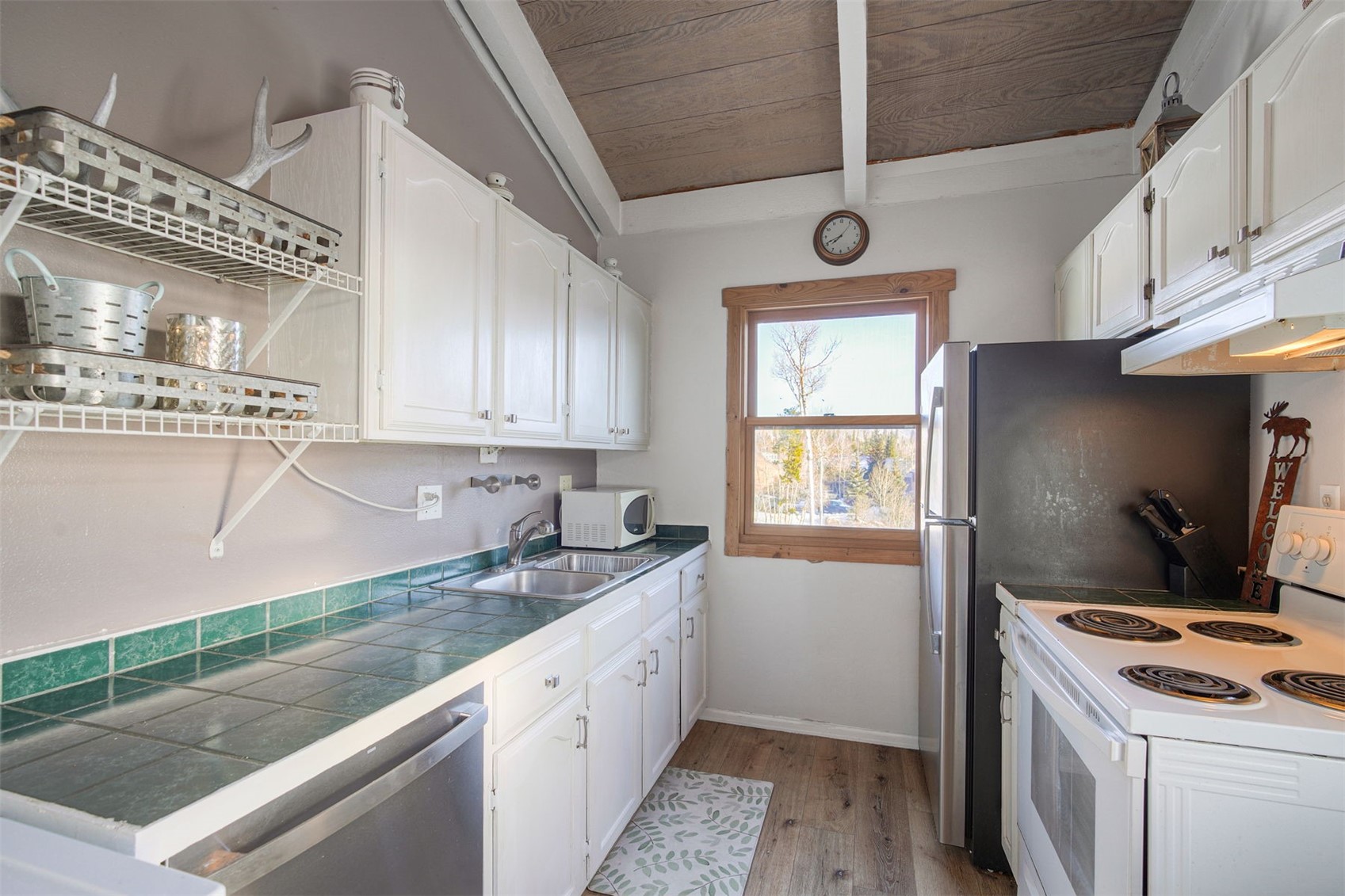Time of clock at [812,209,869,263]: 7:41
